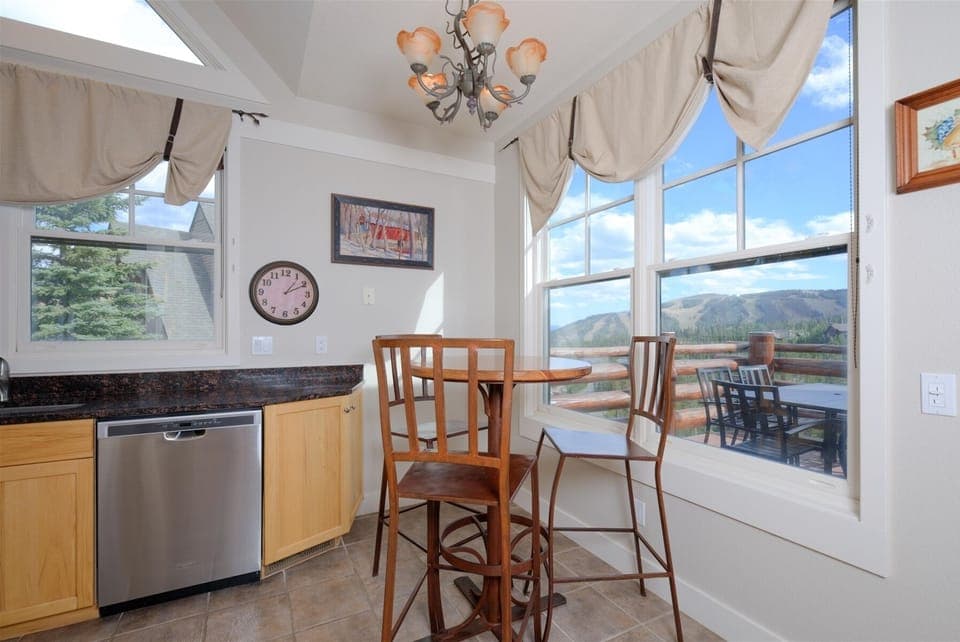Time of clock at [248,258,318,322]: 1:10
